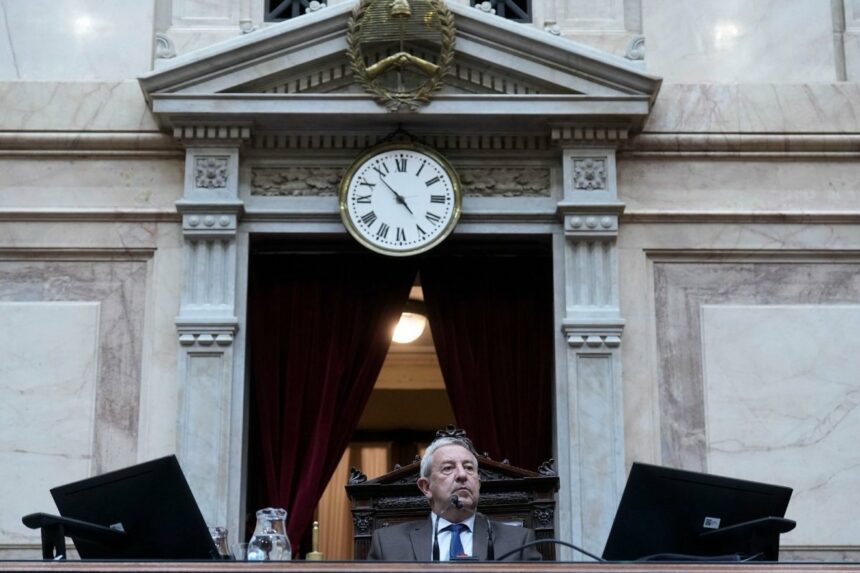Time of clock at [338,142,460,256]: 4:53
